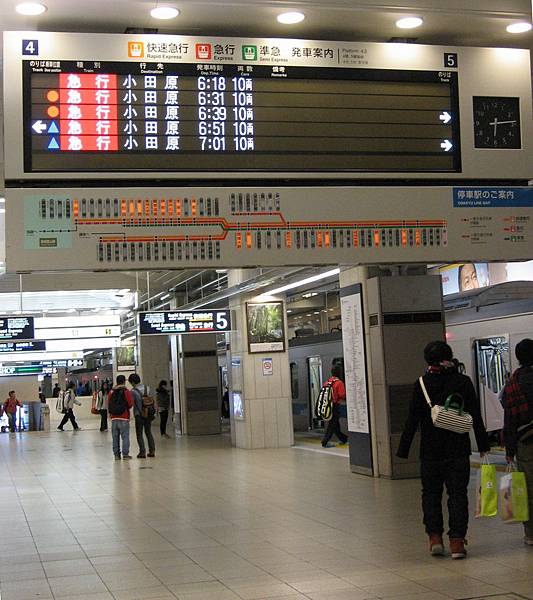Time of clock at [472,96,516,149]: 6:13
